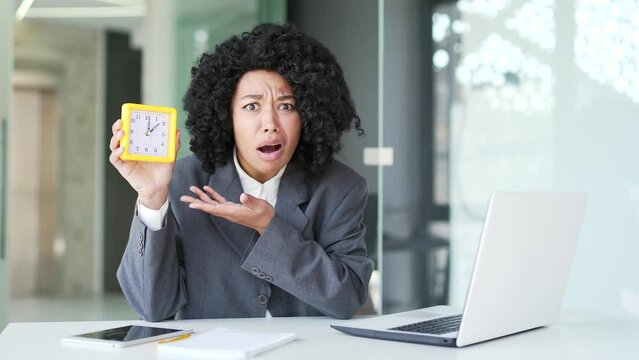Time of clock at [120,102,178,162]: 12:08
